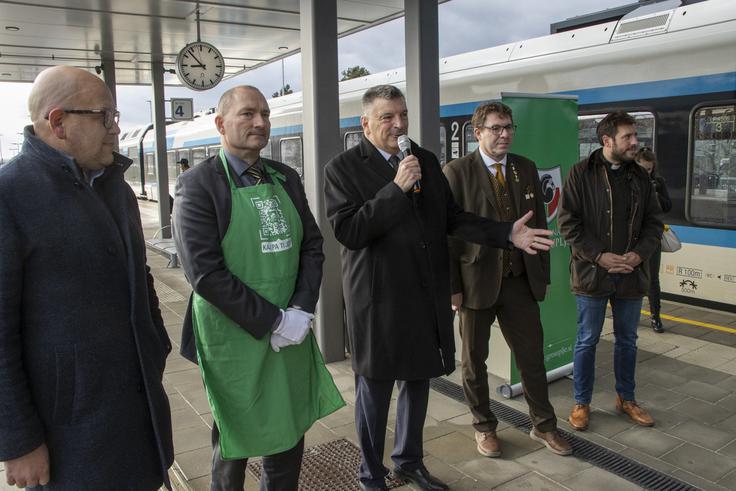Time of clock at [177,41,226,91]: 8:53
